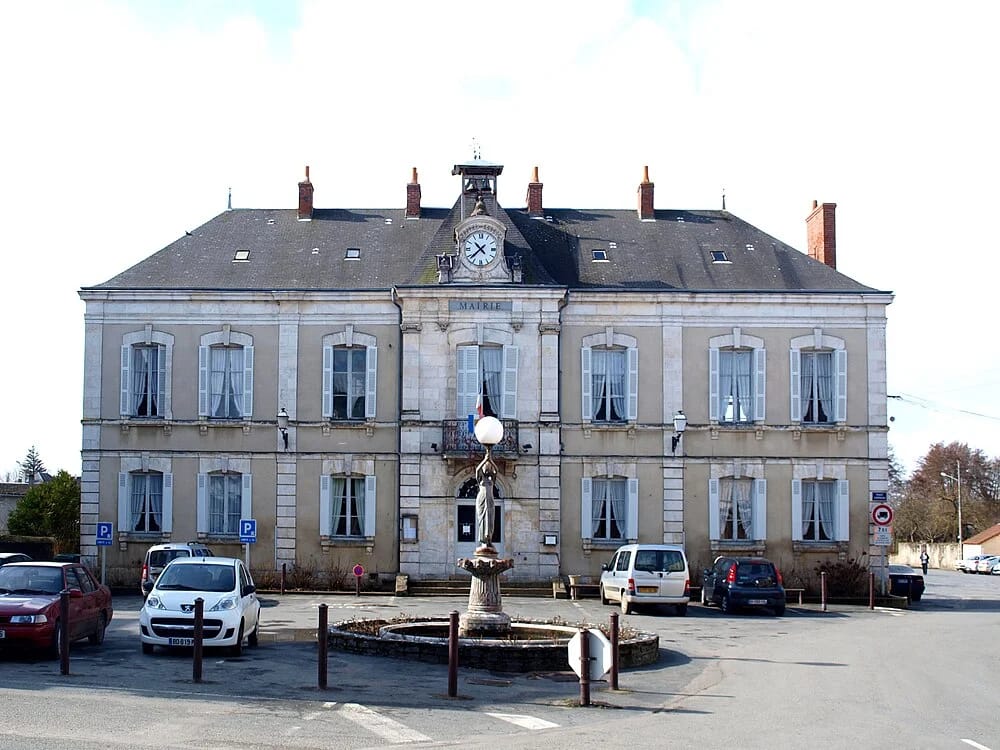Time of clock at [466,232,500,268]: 10:37
